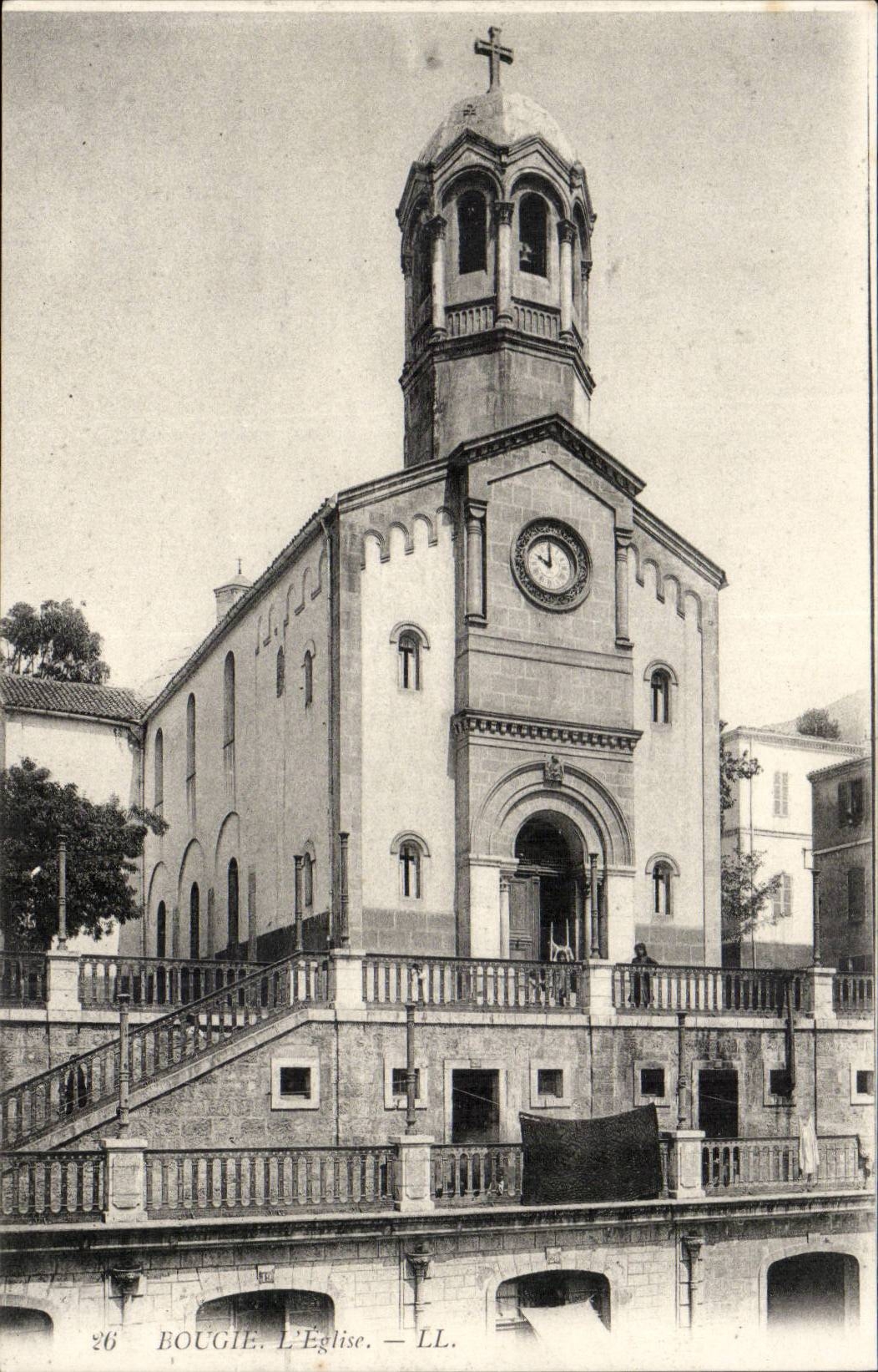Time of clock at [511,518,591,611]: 10:00
